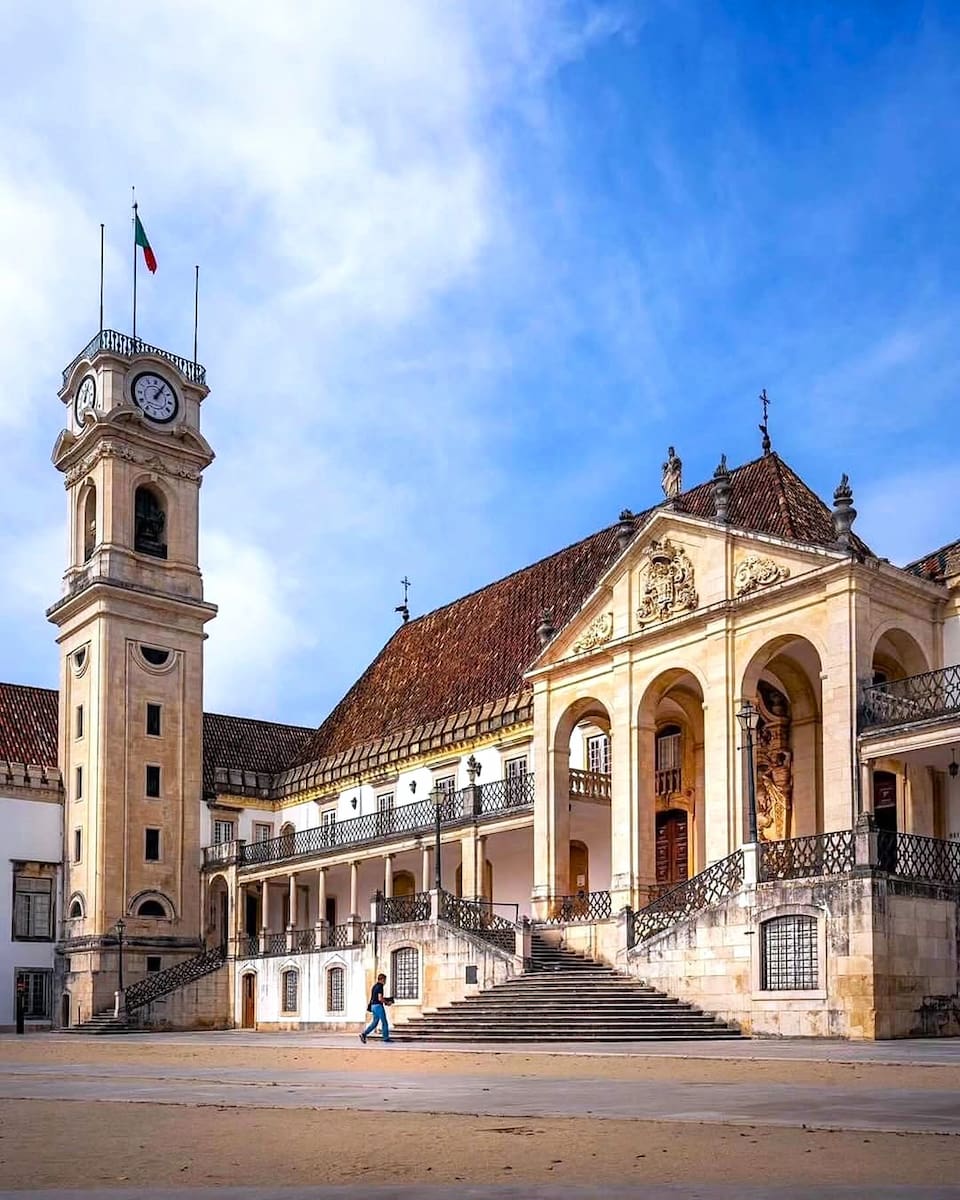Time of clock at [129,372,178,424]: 1:05
